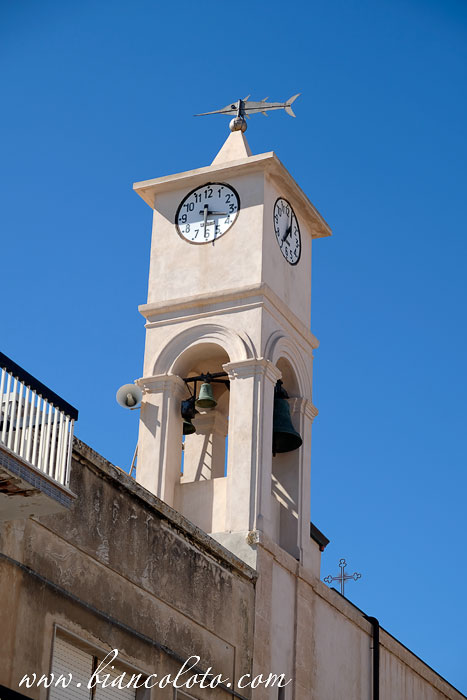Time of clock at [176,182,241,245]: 3:30
